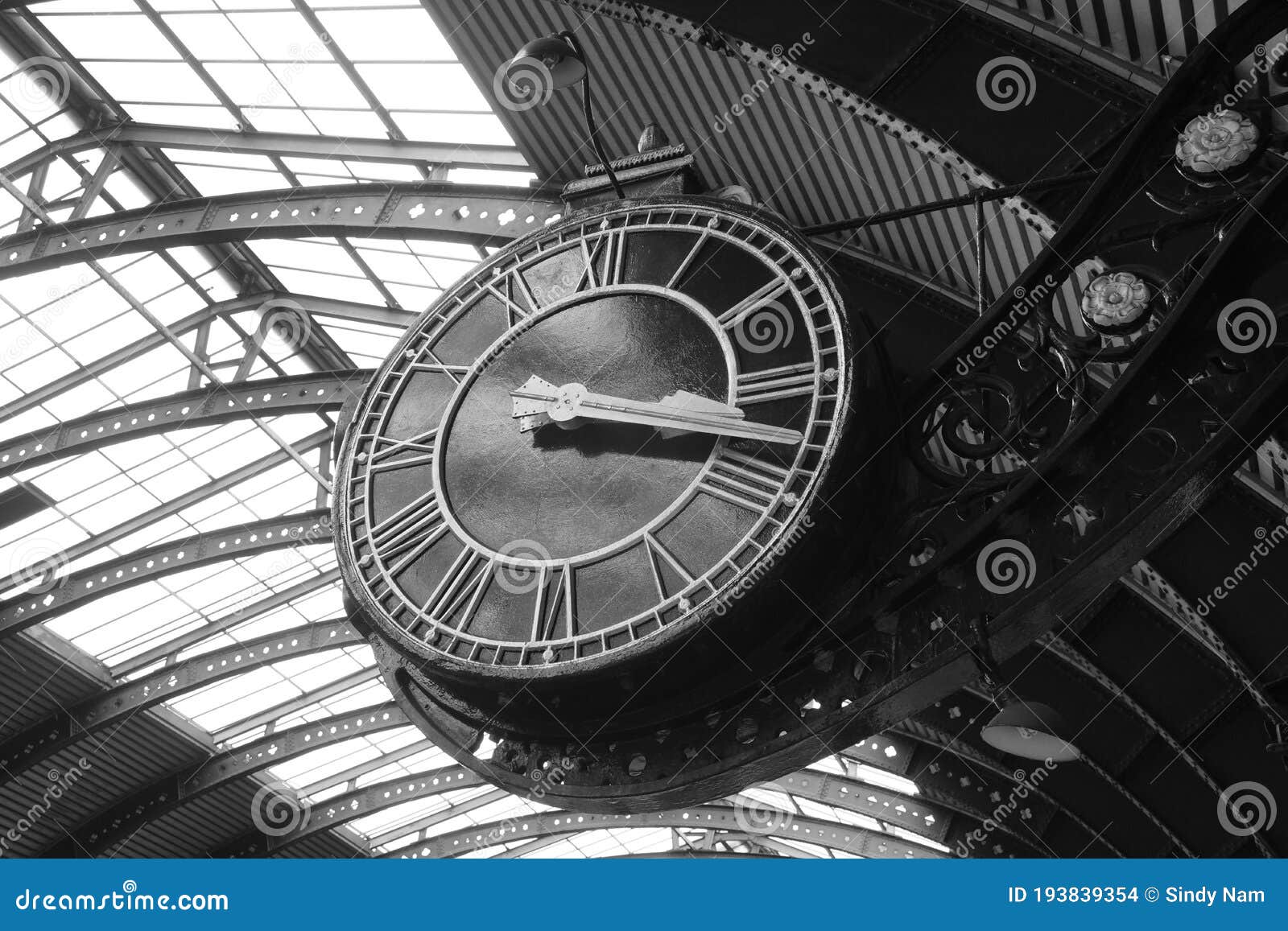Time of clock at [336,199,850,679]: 3:17
